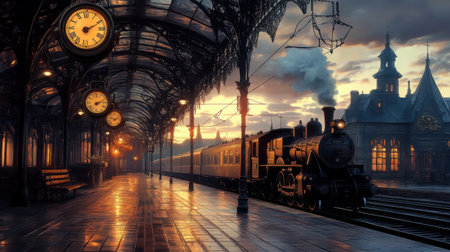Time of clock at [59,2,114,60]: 2:10
